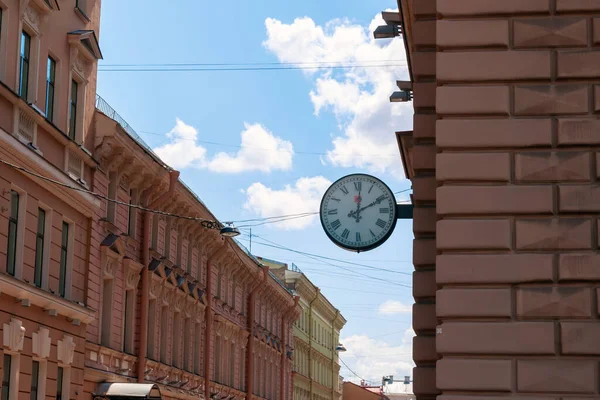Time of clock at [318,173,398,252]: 12:10
